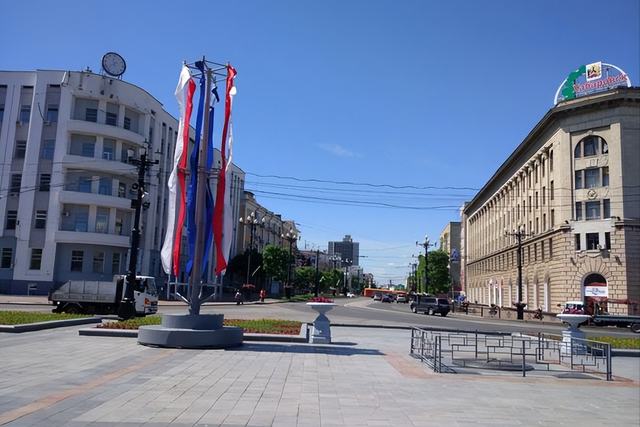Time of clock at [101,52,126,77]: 11:37
